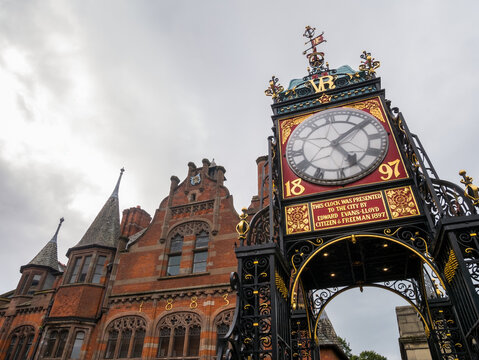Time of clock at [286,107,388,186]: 5:09
